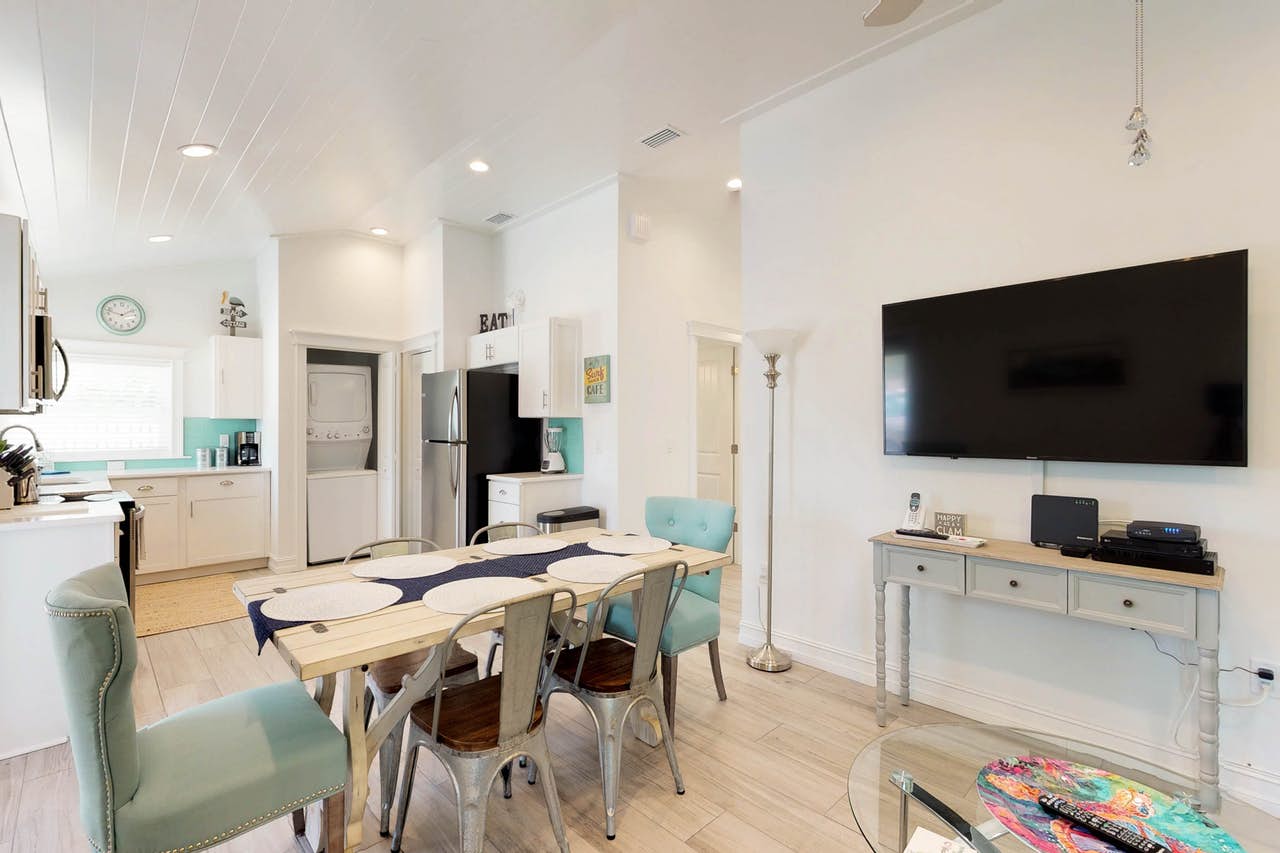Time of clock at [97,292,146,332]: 1:47
